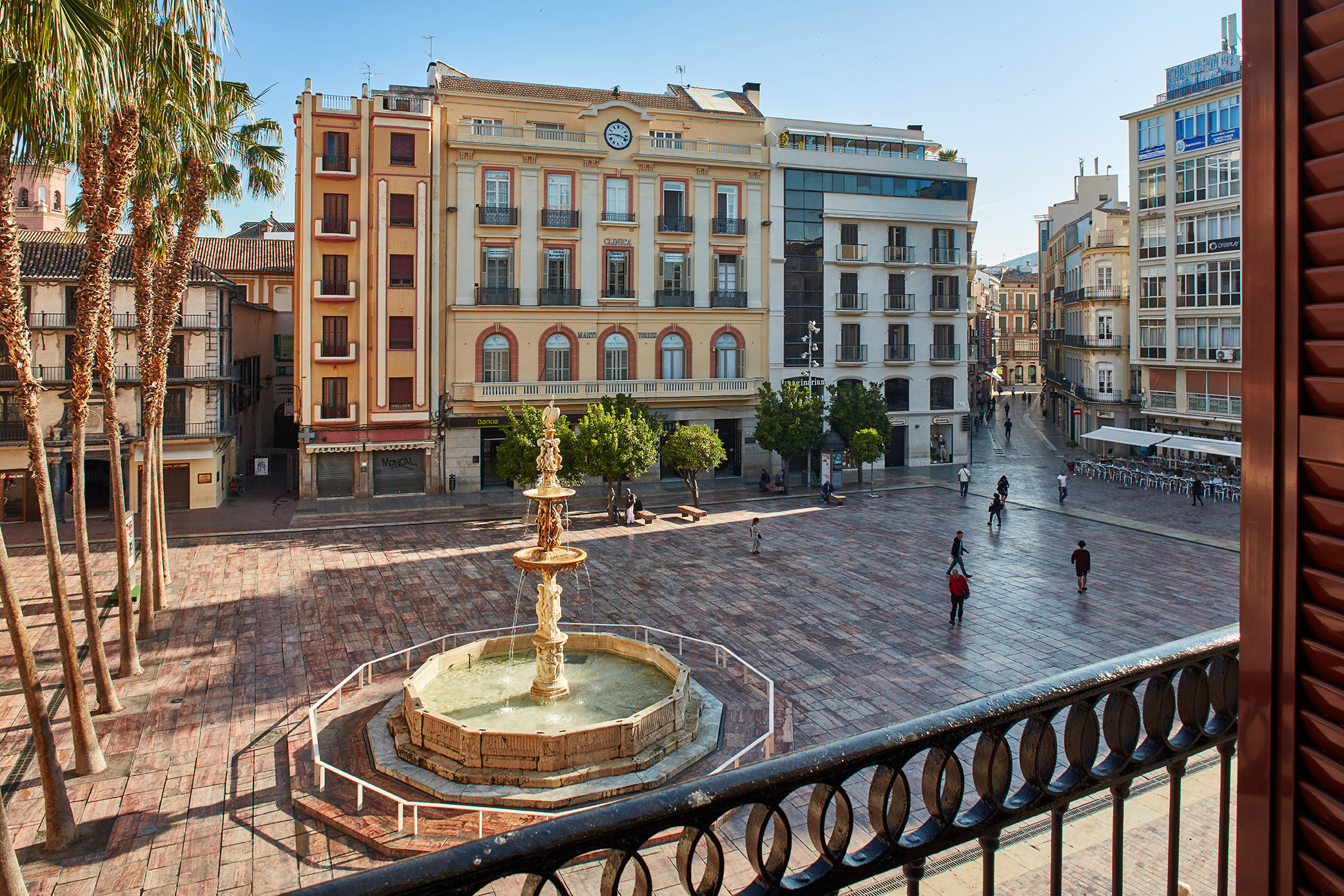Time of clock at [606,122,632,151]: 9:18
